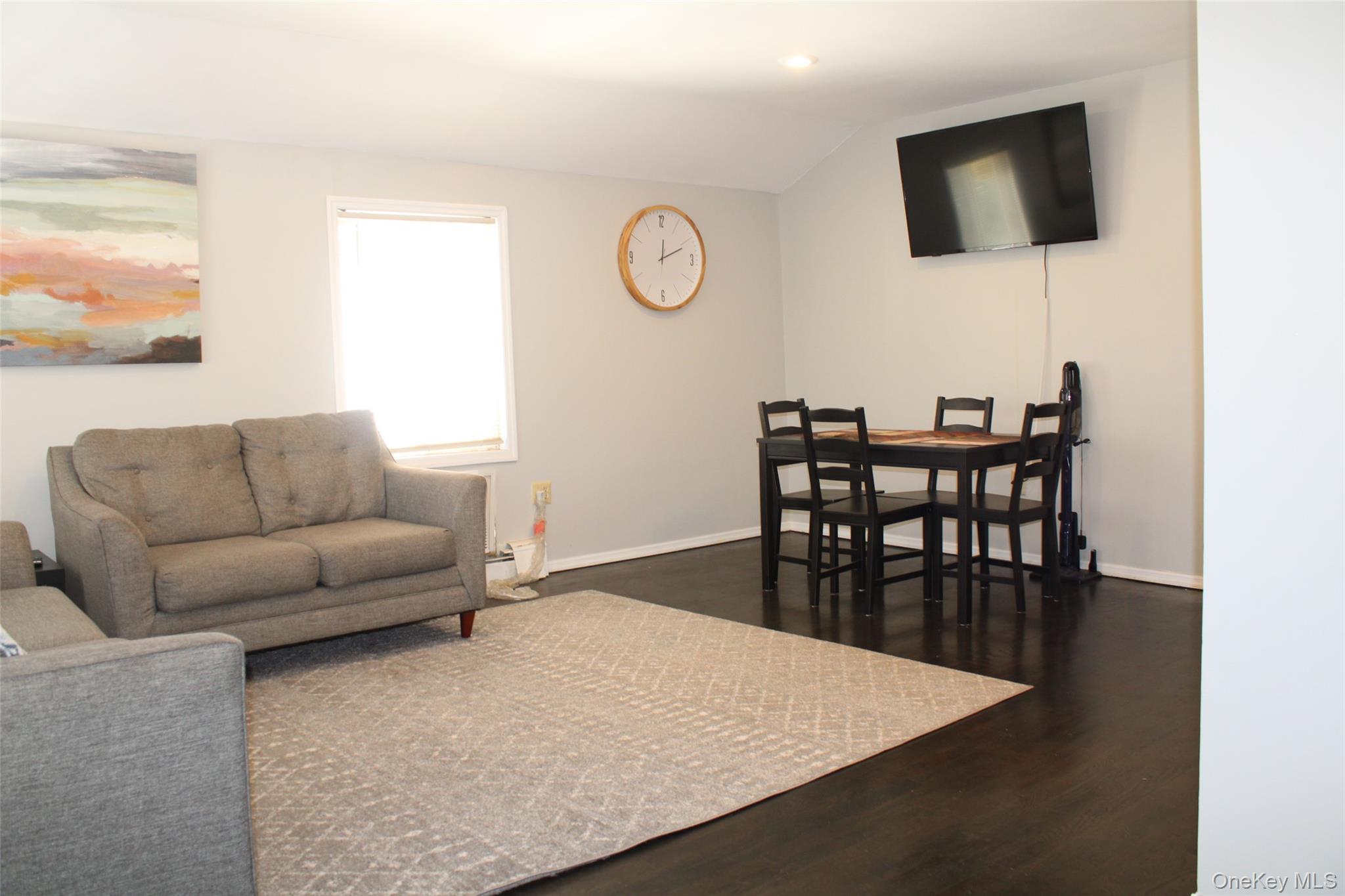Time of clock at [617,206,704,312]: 12:11
